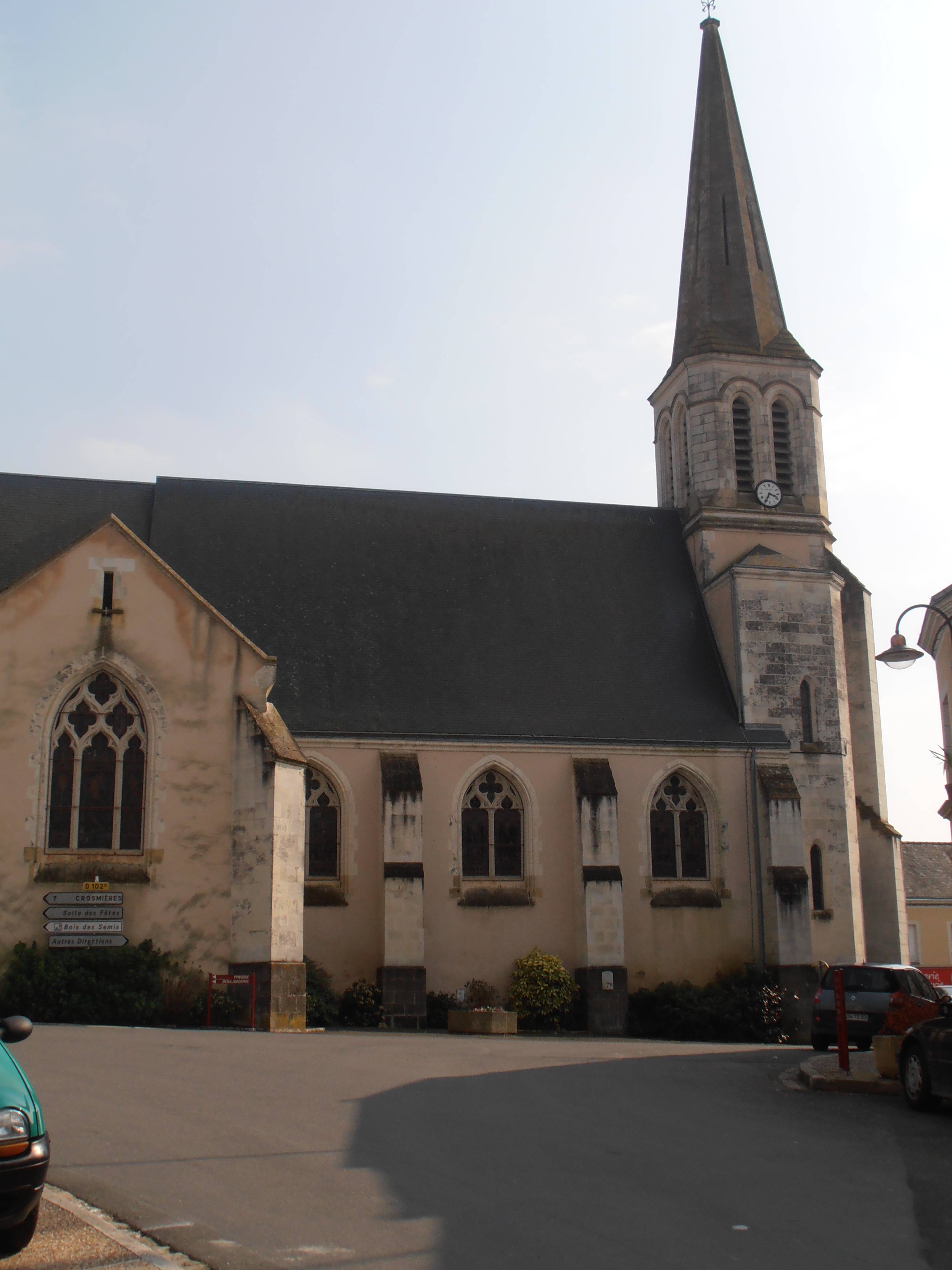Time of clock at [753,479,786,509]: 3:34
